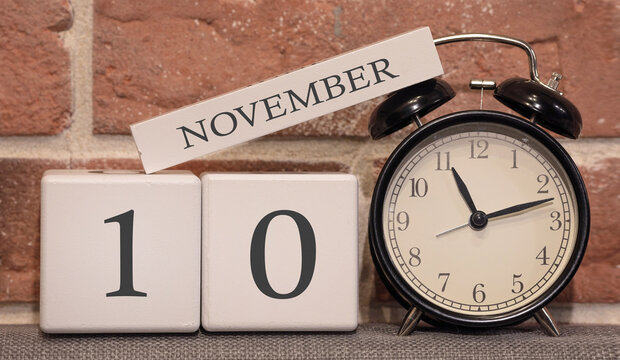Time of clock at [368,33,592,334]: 11:12
